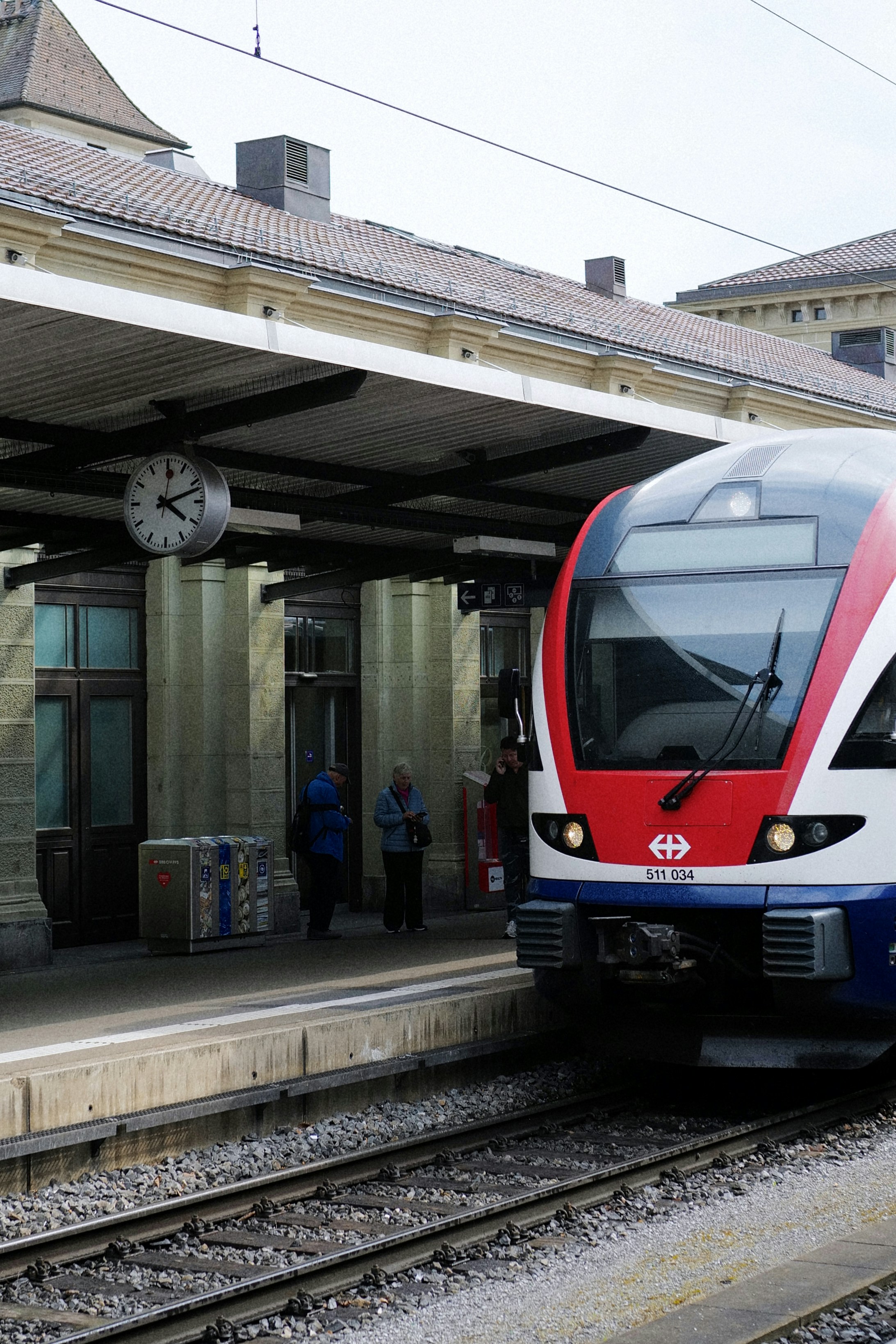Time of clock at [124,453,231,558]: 4:12
